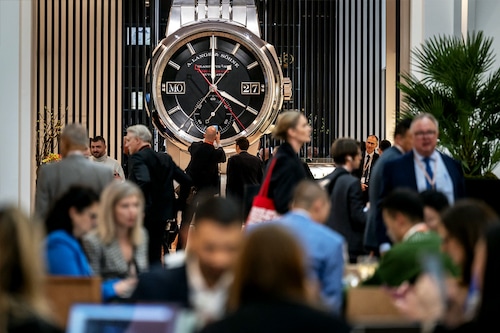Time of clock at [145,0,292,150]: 4:00
